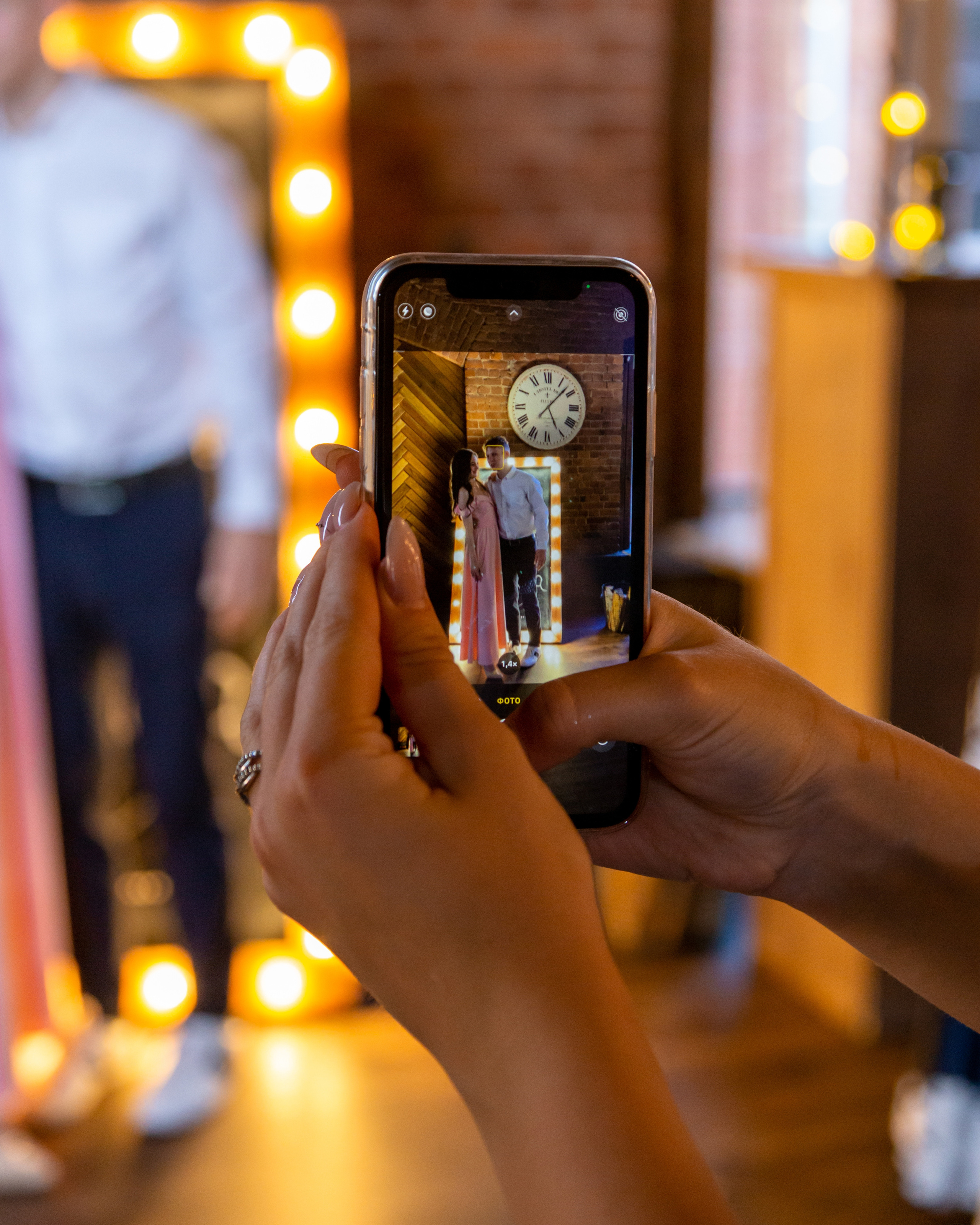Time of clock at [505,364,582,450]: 5:07
